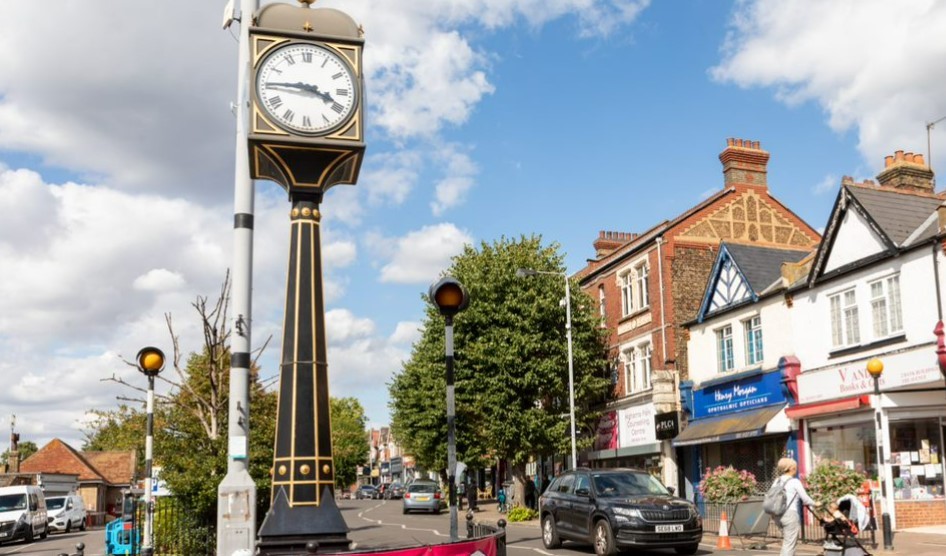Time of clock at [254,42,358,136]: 3:45
